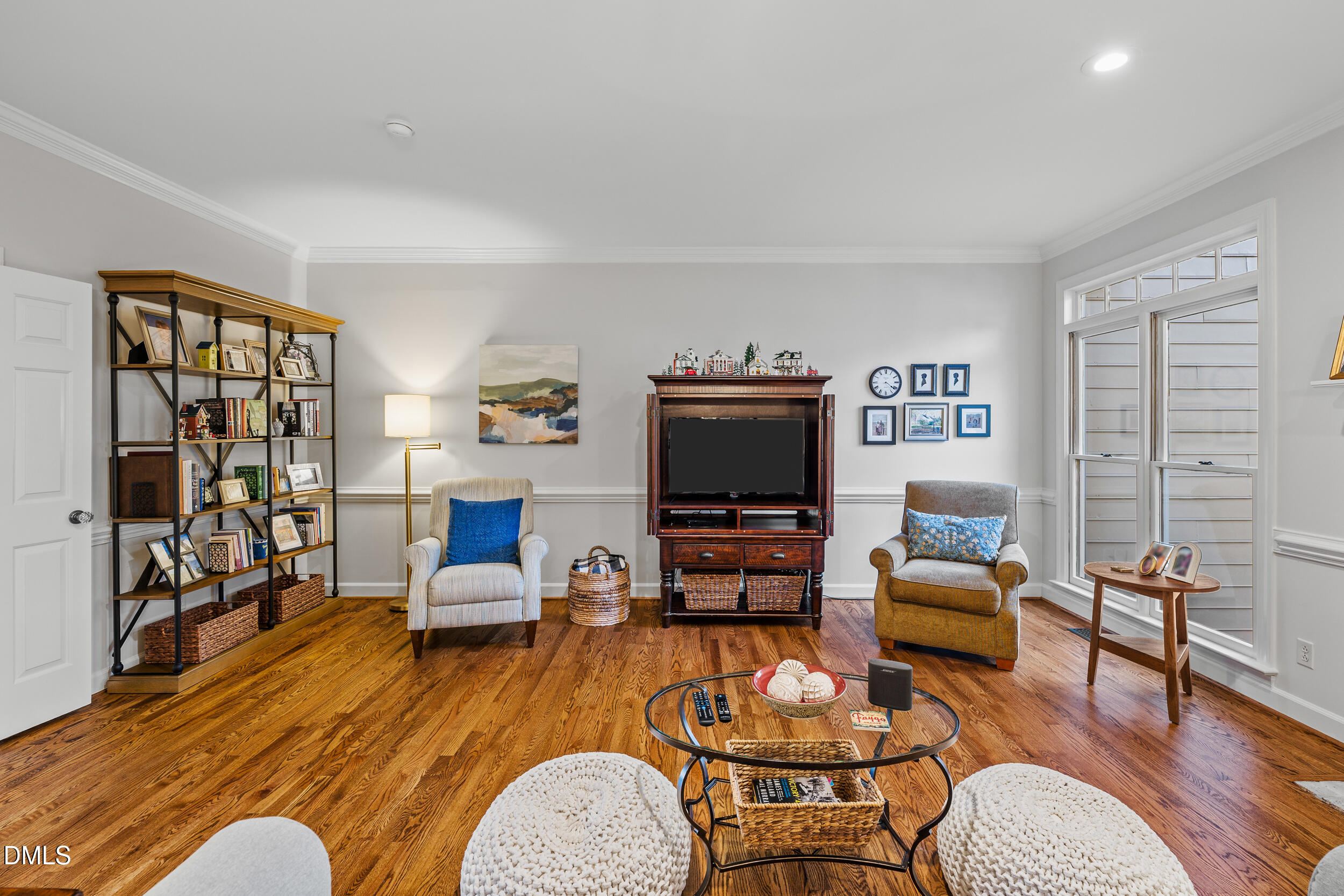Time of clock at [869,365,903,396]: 4:21
